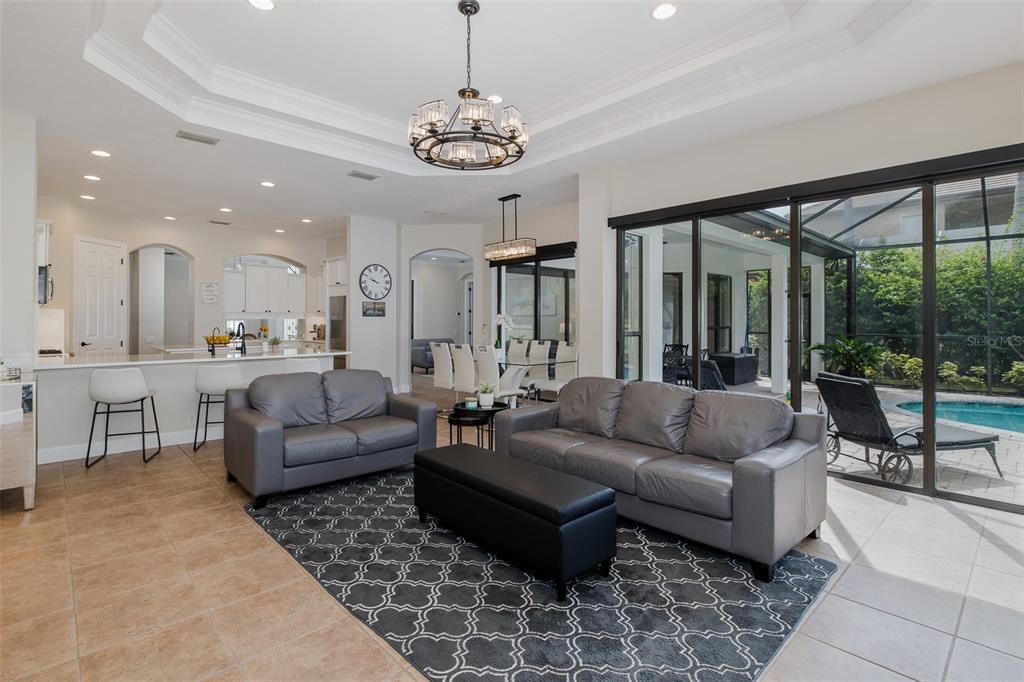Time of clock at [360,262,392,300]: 9:48
